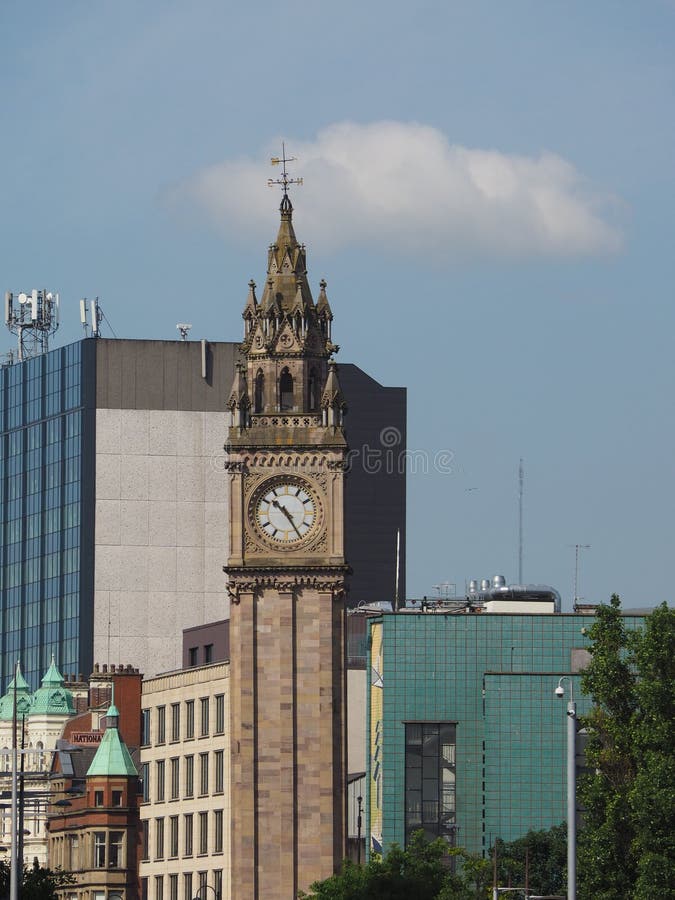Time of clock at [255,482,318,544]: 10:24
